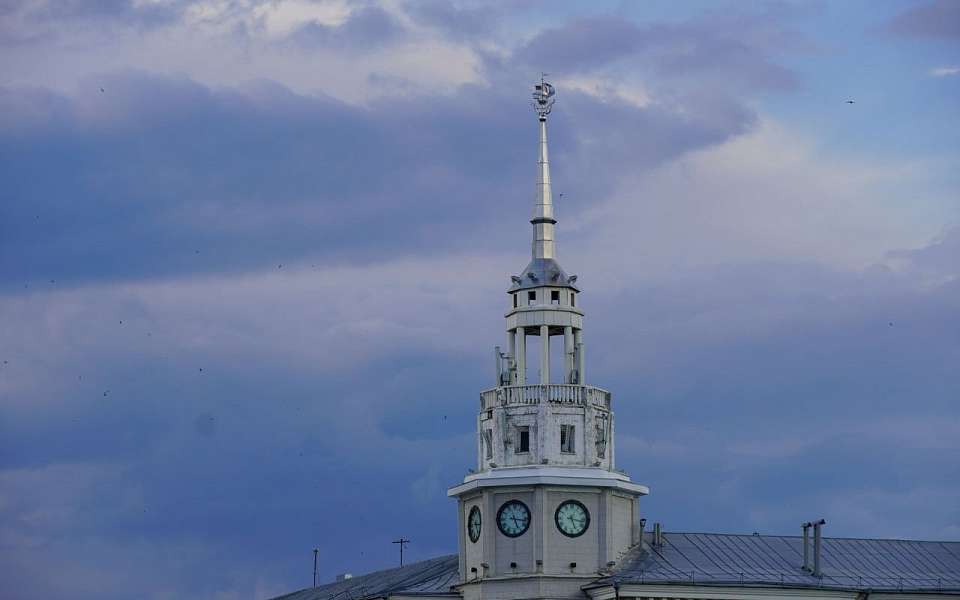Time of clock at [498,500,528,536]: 5:16
